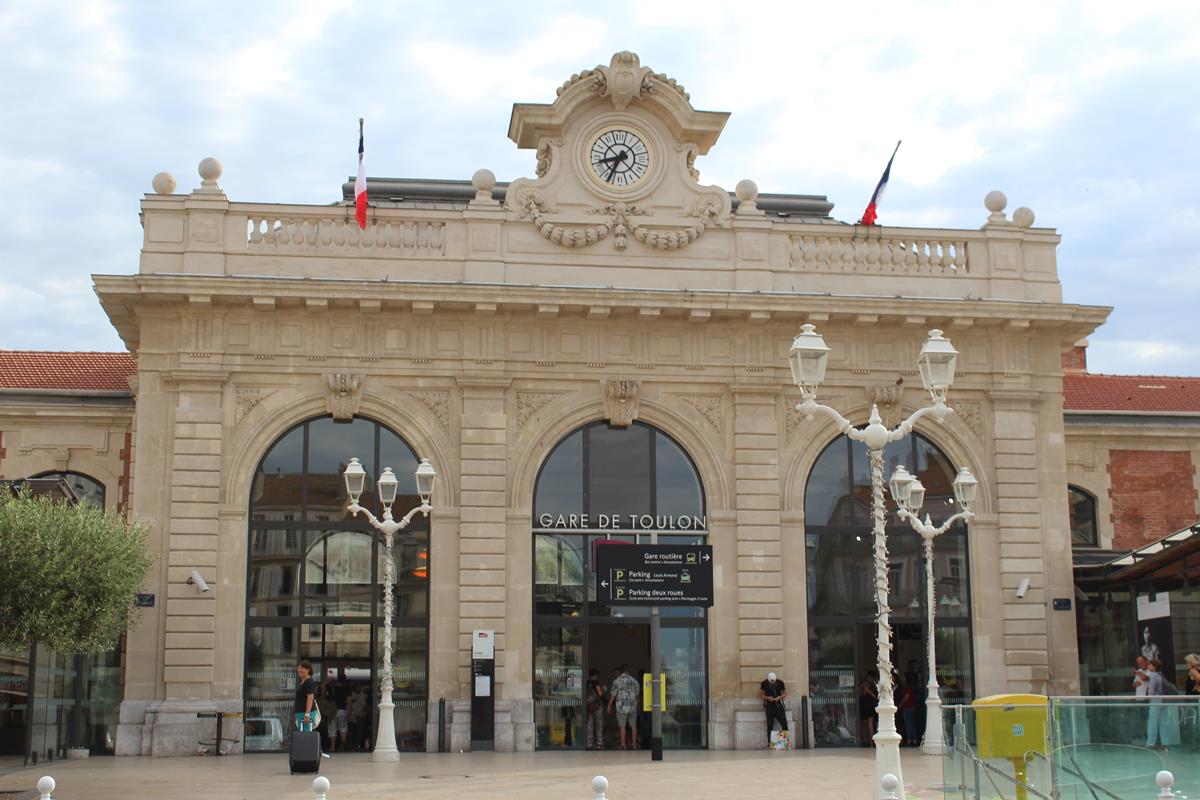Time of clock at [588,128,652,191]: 8:34
